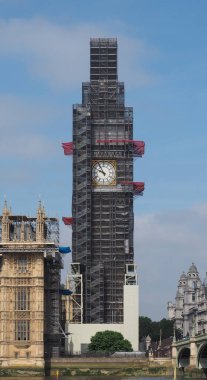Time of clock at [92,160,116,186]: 9:54
